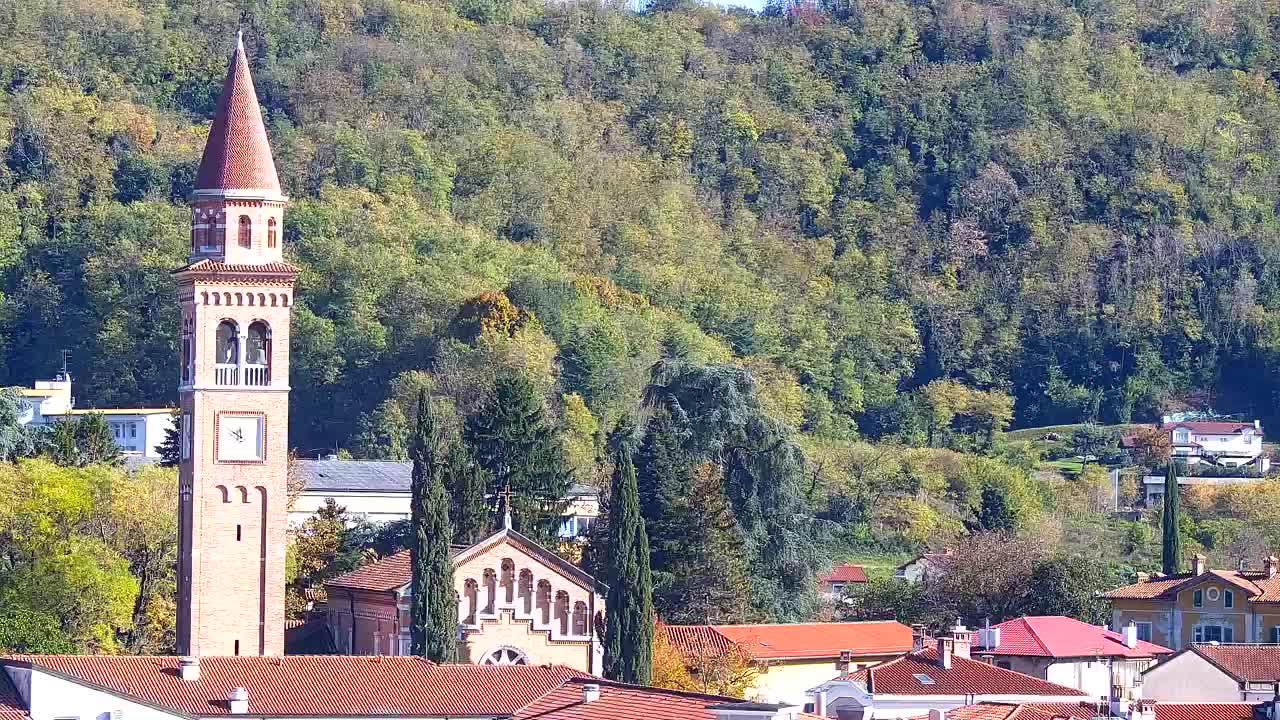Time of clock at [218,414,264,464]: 11:50
